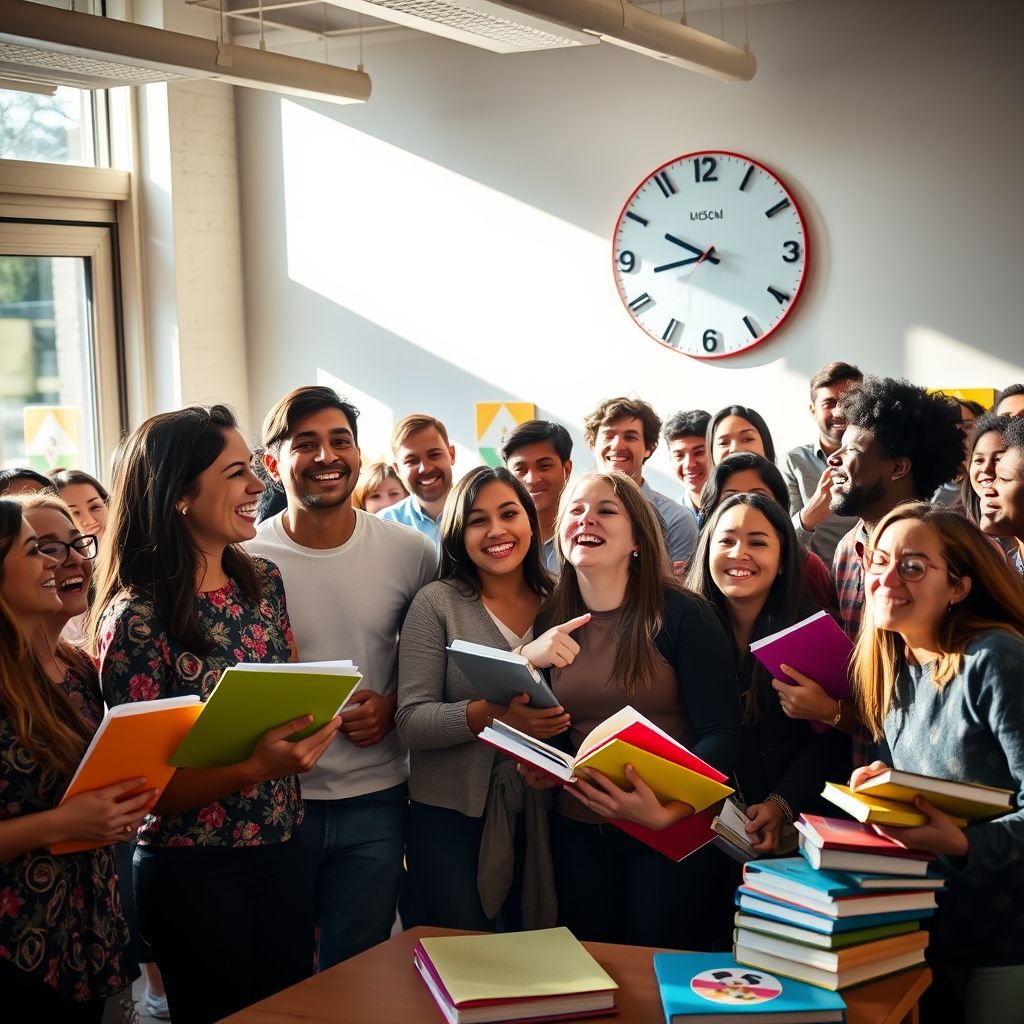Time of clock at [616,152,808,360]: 8:49
